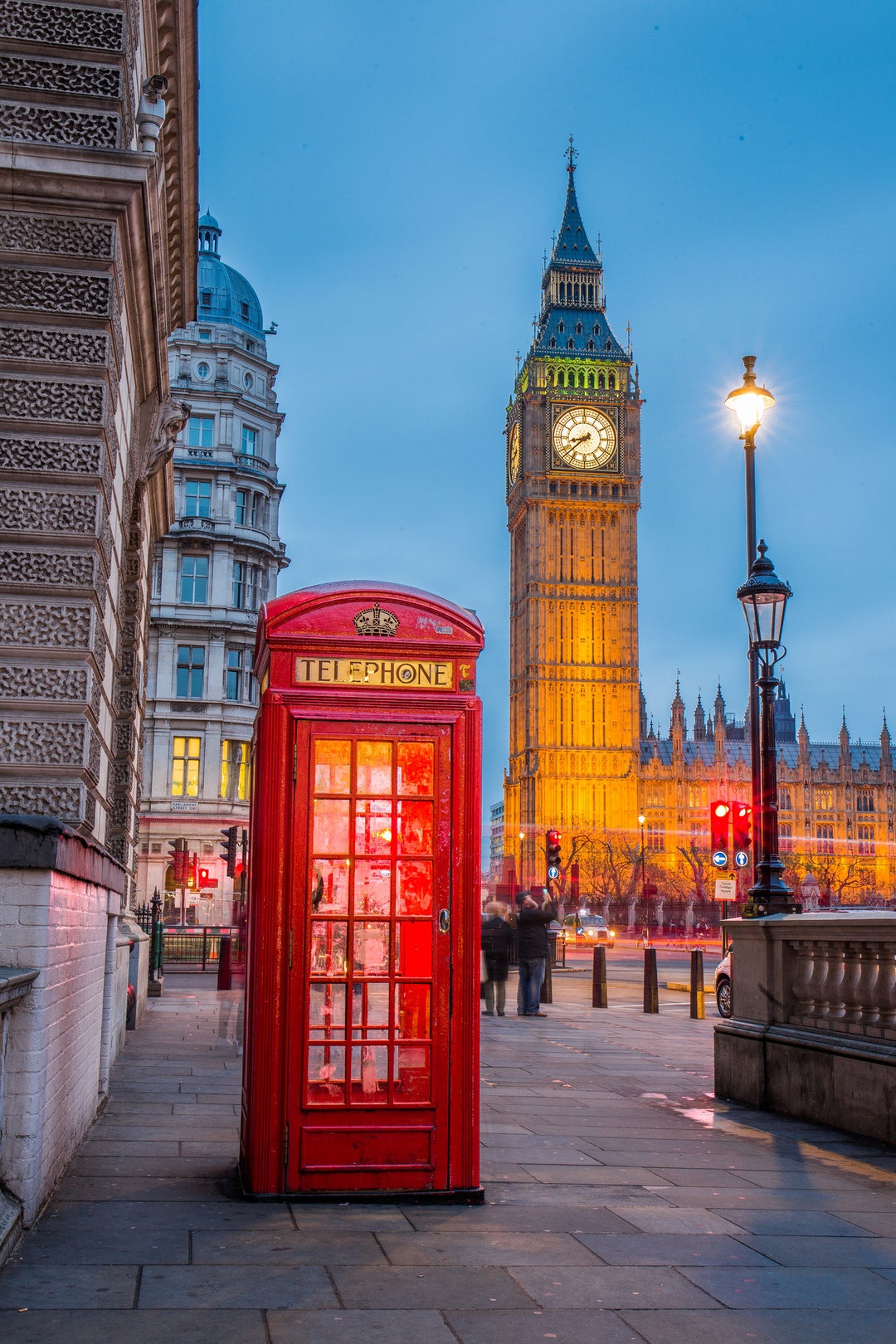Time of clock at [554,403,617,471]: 8:38
